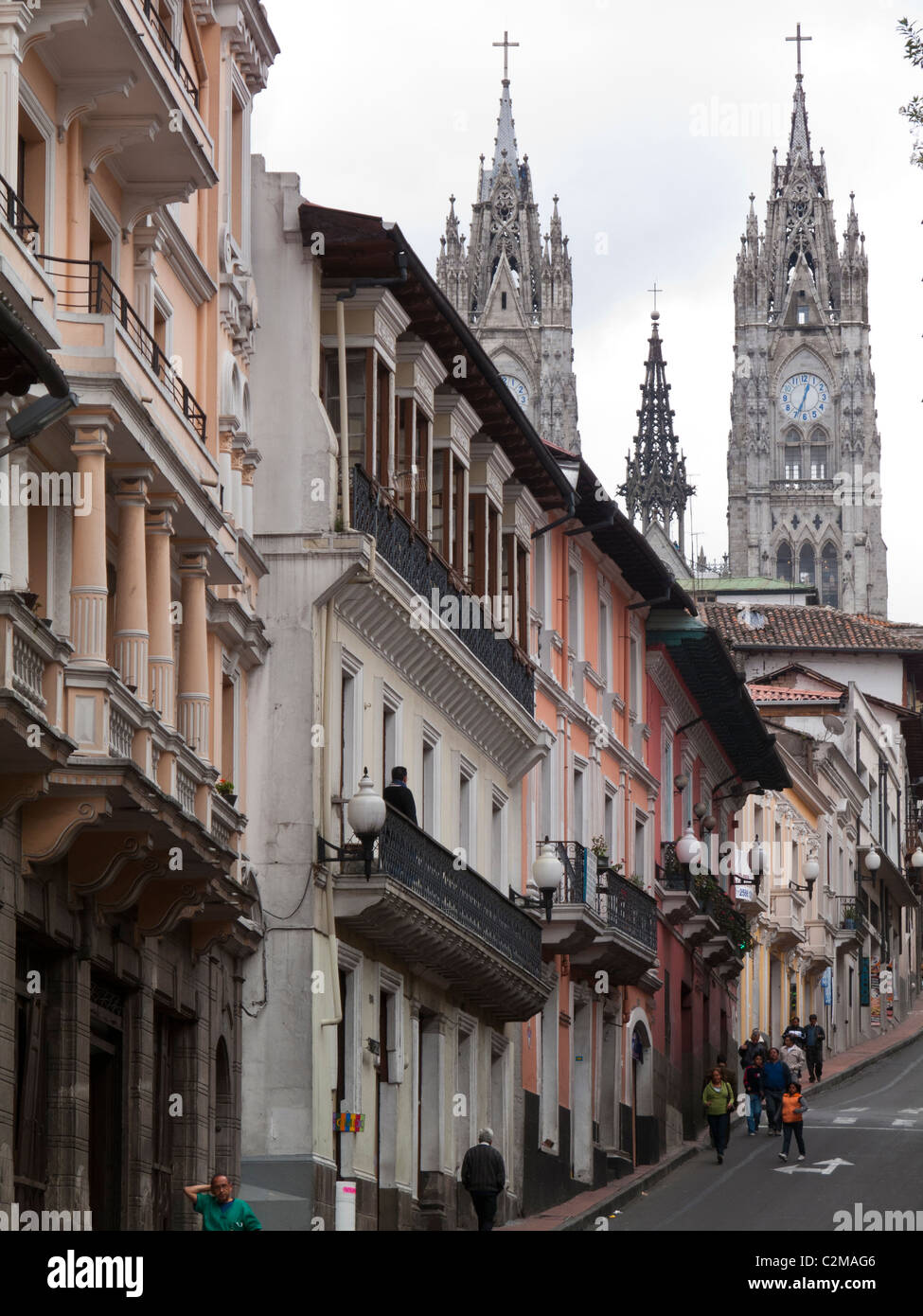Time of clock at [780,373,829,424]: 12:34
